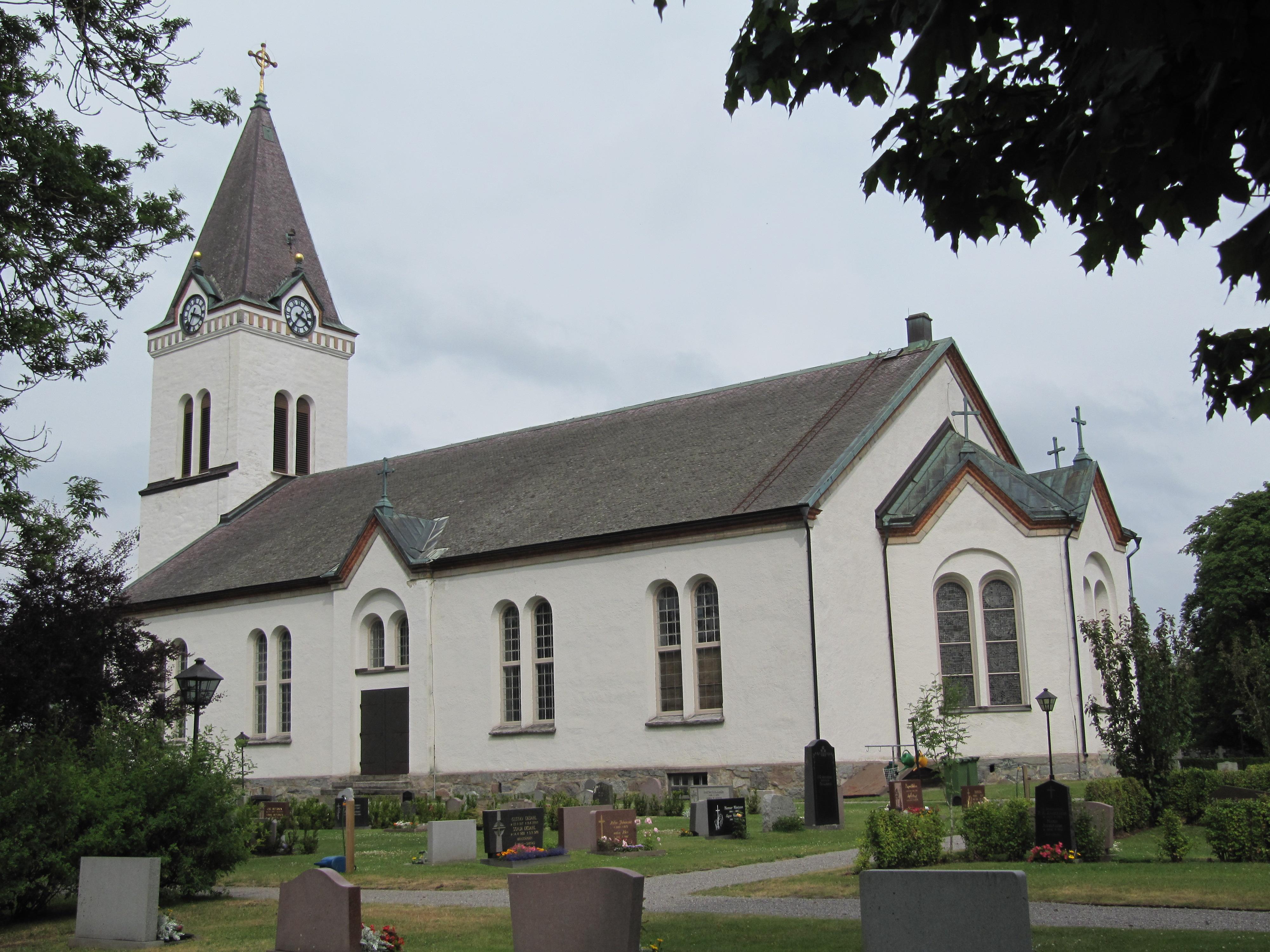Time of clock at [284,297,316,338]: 3:35
